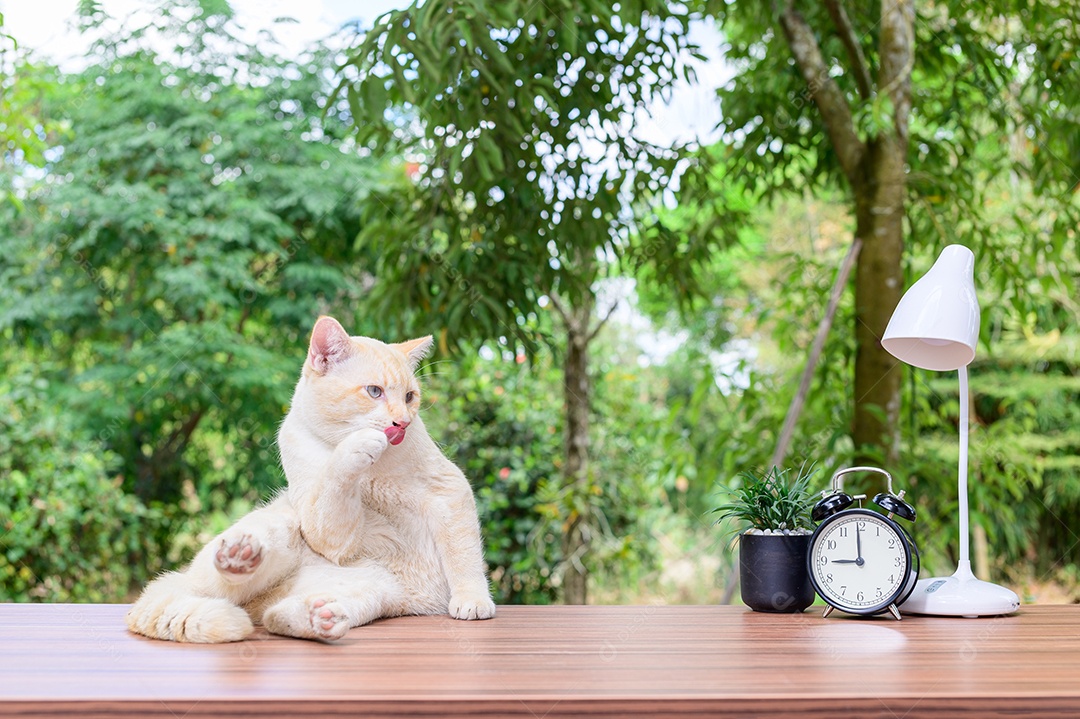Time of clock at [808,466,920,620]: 8:59
